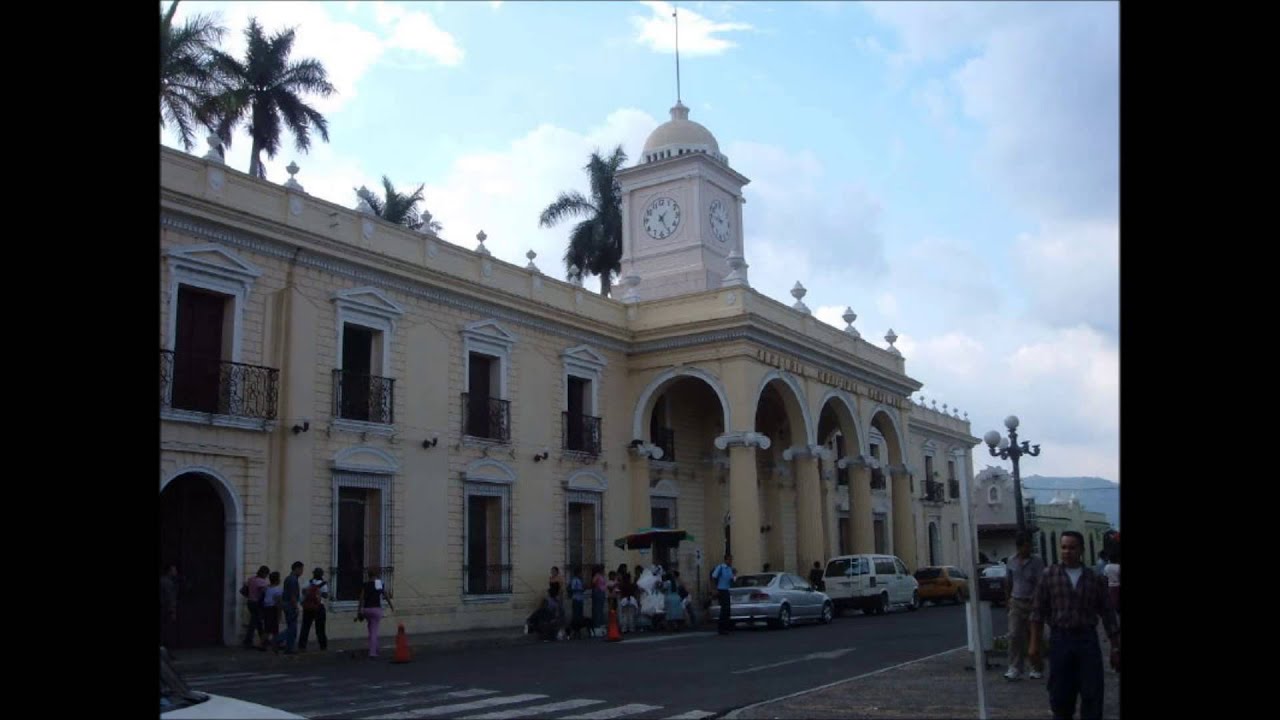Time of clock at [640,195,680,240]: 1:25
